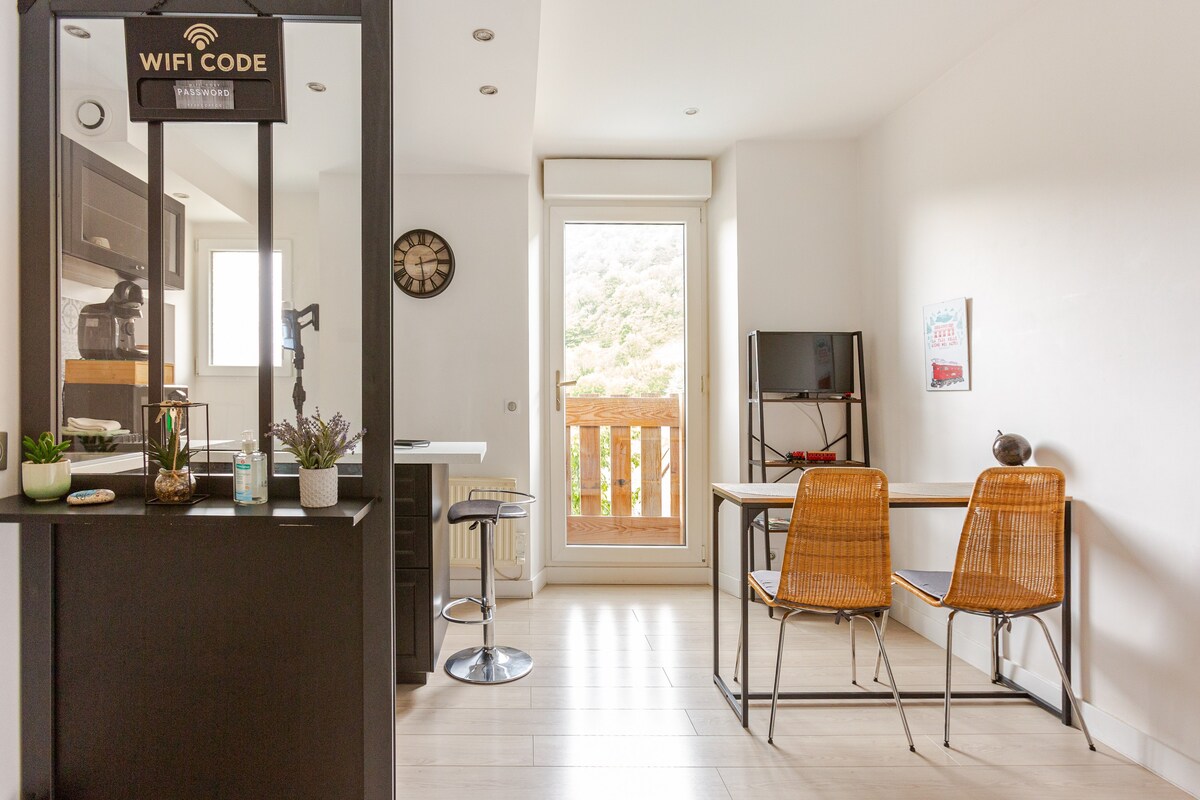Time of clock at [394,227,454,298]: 2:29
